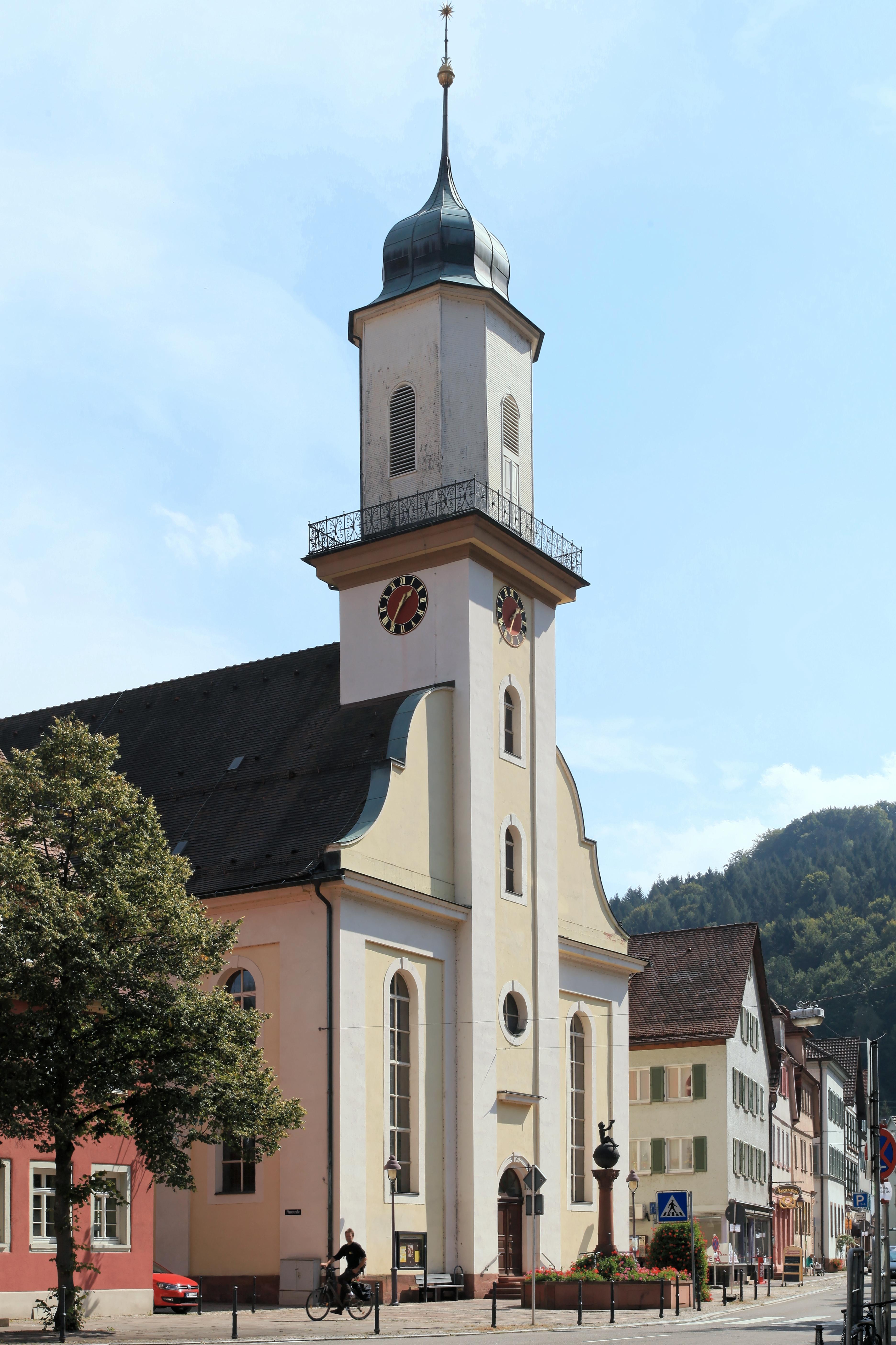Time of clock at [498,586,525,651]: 1:33
